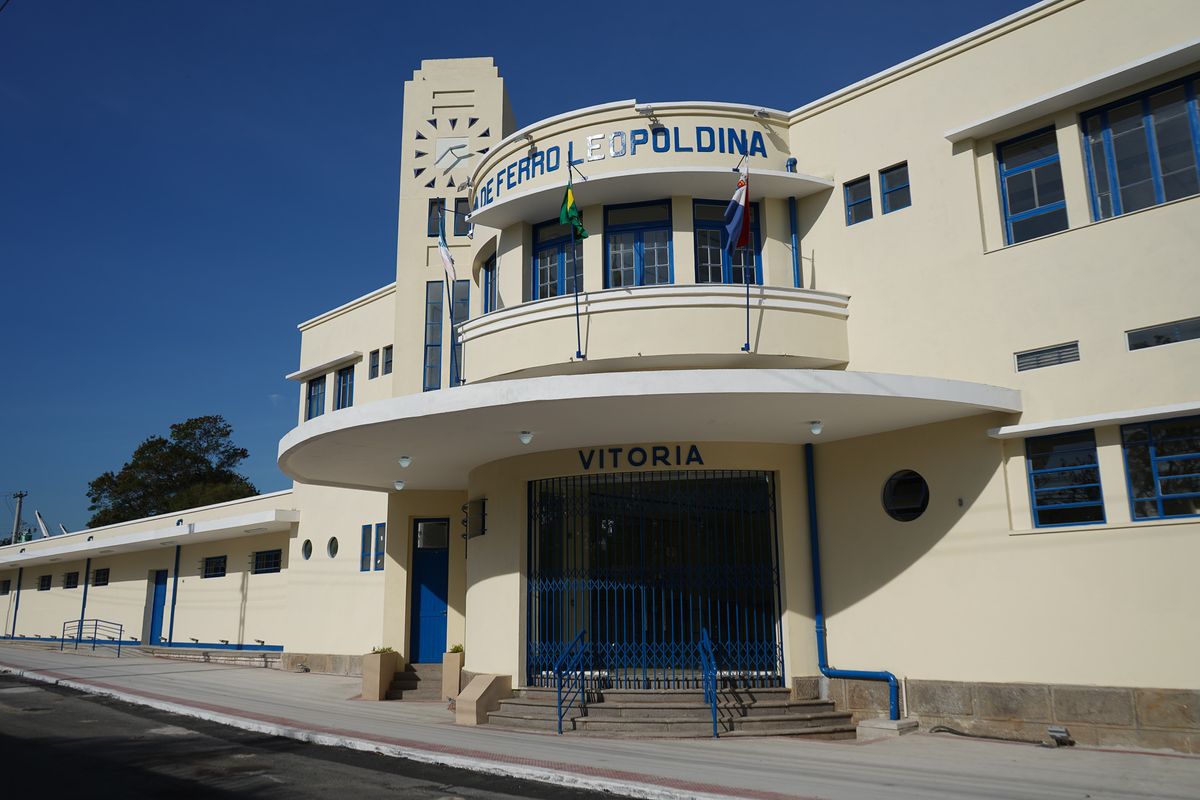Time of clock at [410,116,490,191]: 2:38
